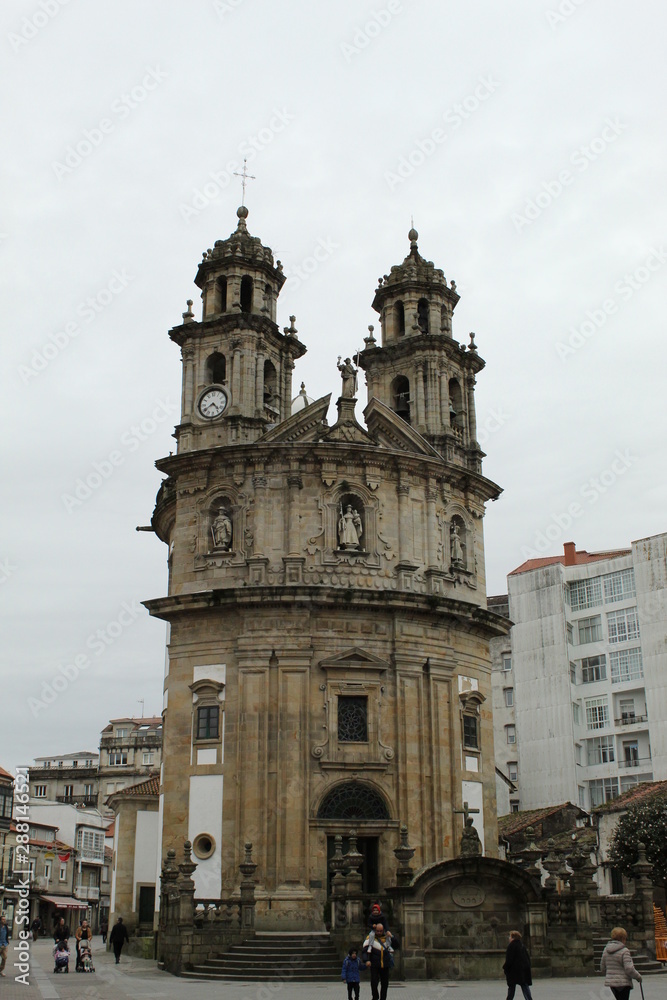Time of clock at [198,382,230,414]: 4:39
